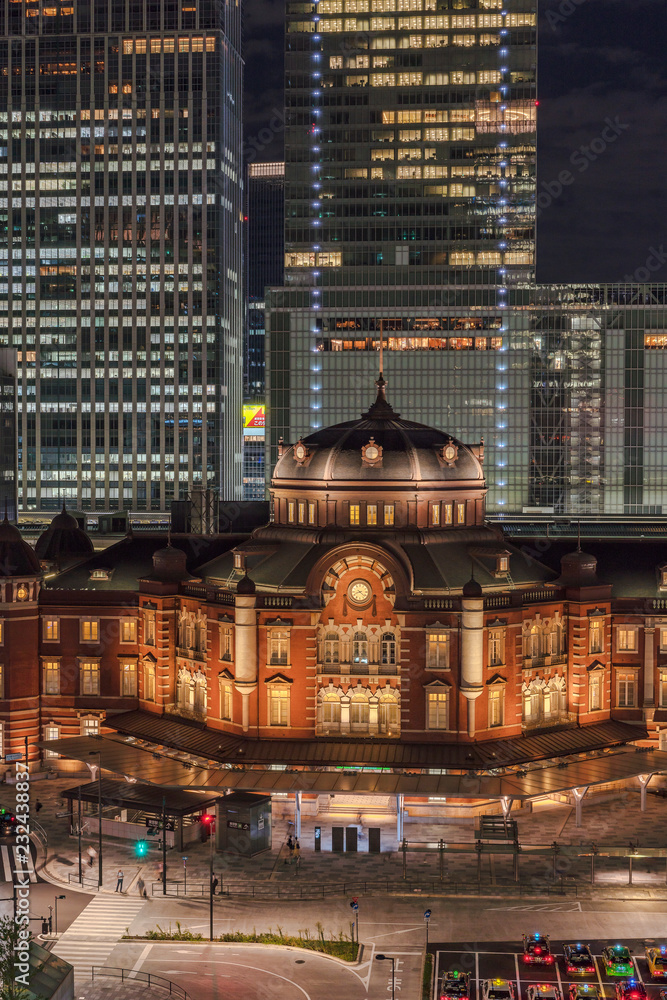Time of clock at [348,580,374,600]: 8:21
